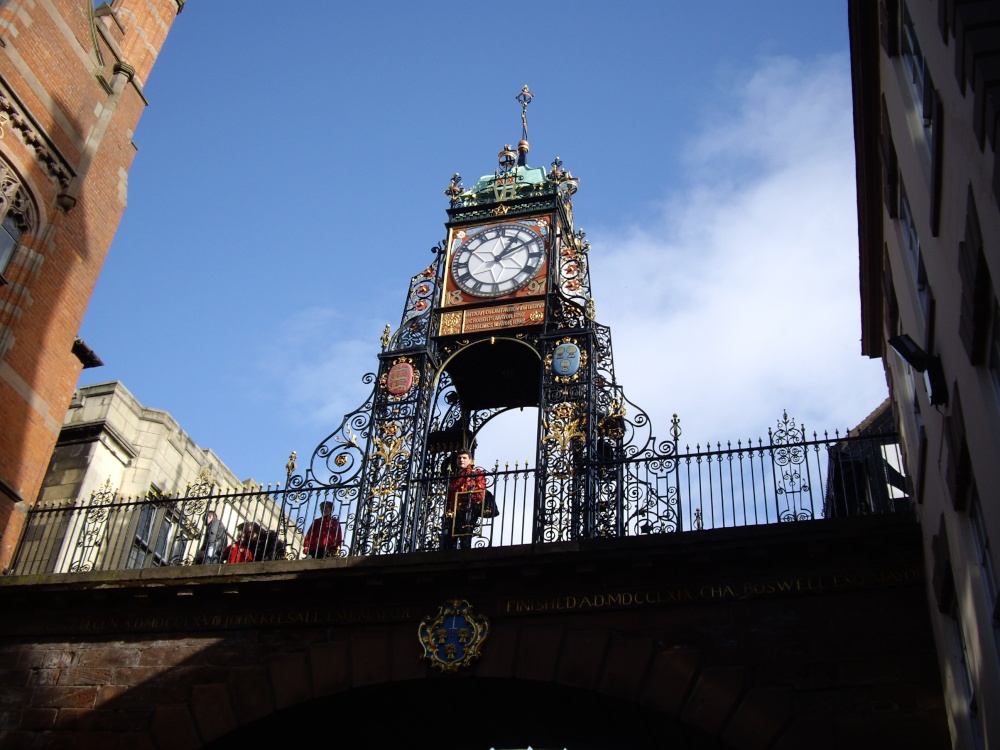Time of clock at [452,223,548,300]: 1:09
